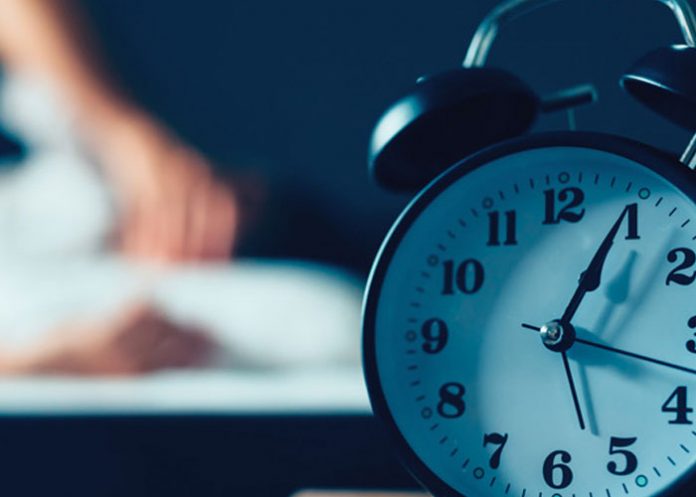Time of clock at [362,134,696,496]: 1:18
